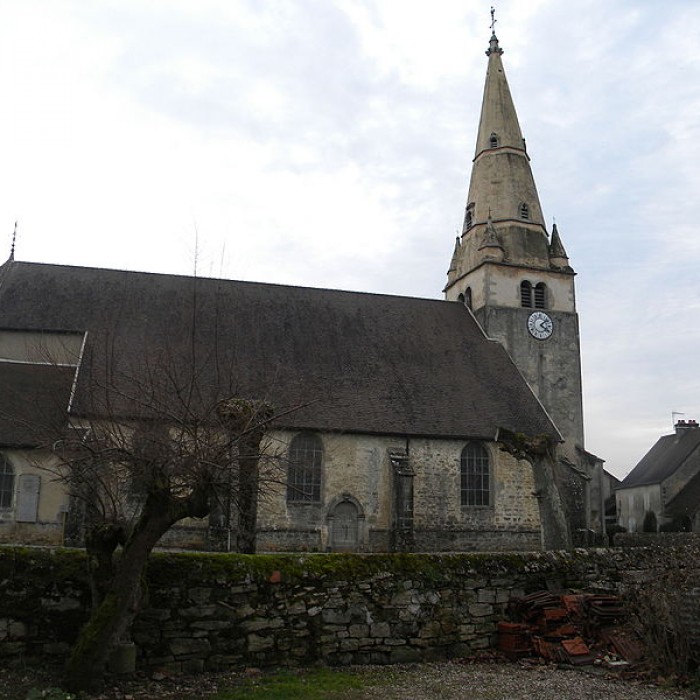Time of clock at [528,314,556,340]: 4:08
